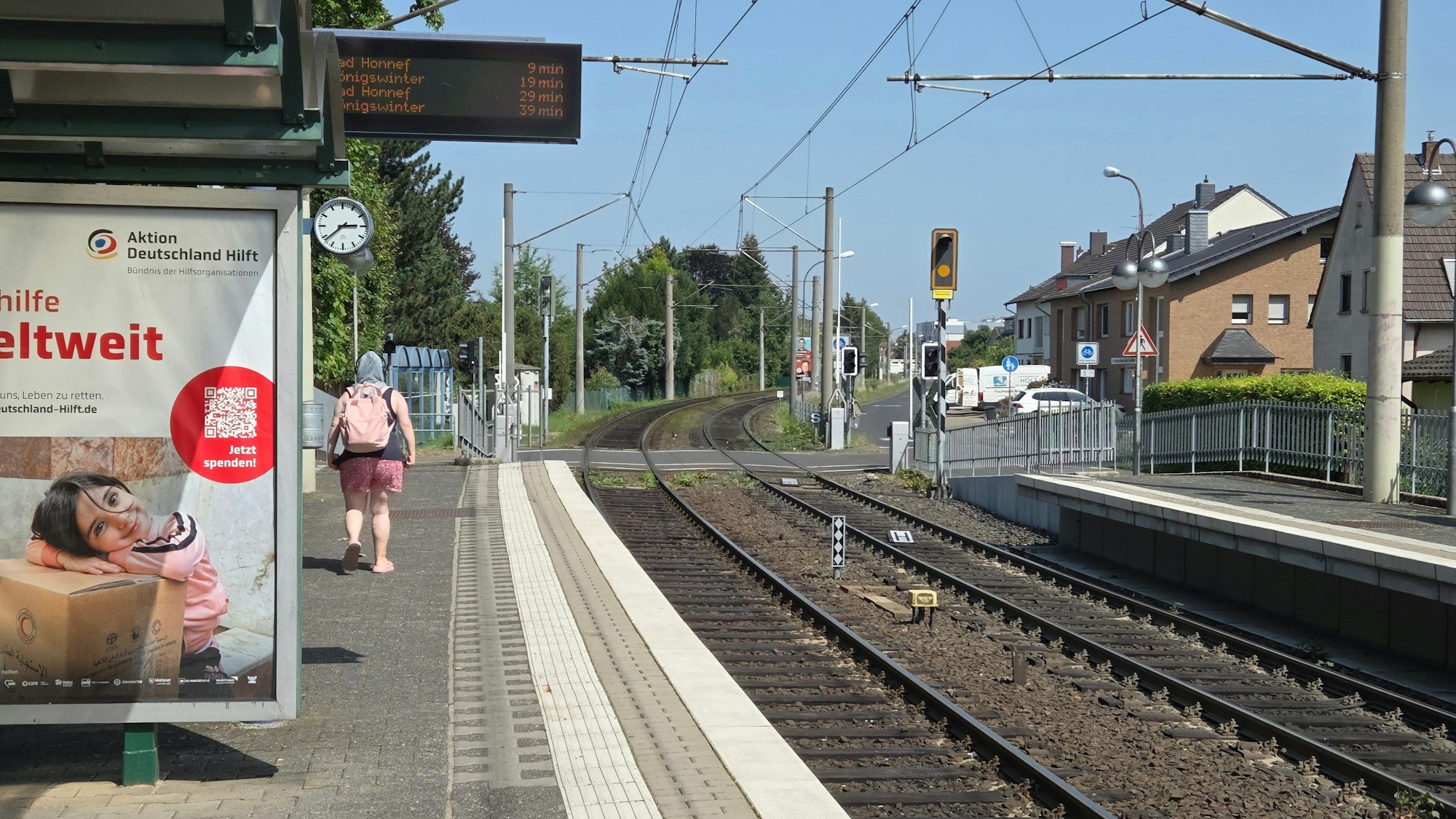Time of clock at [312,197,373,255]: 2:38
